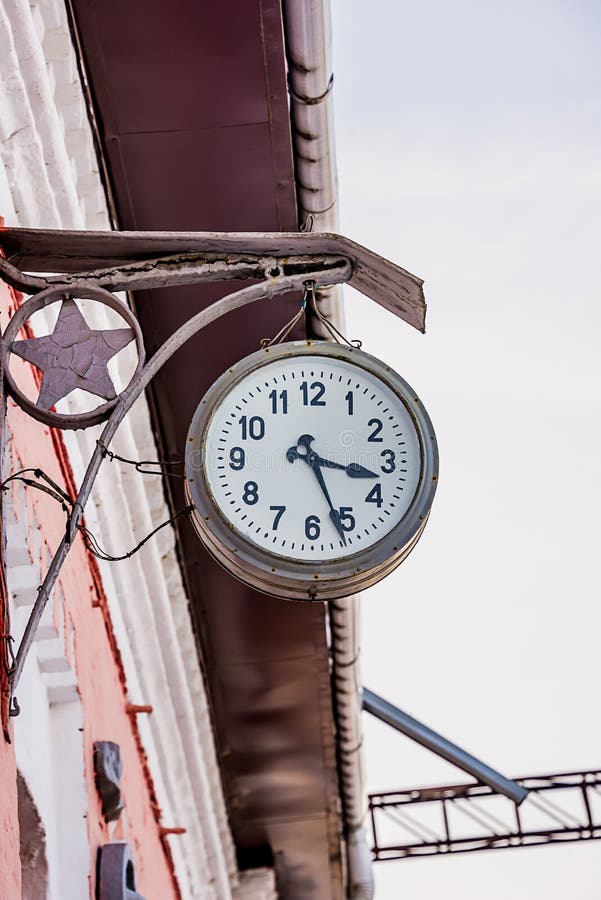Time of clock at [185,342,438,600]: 3:26
